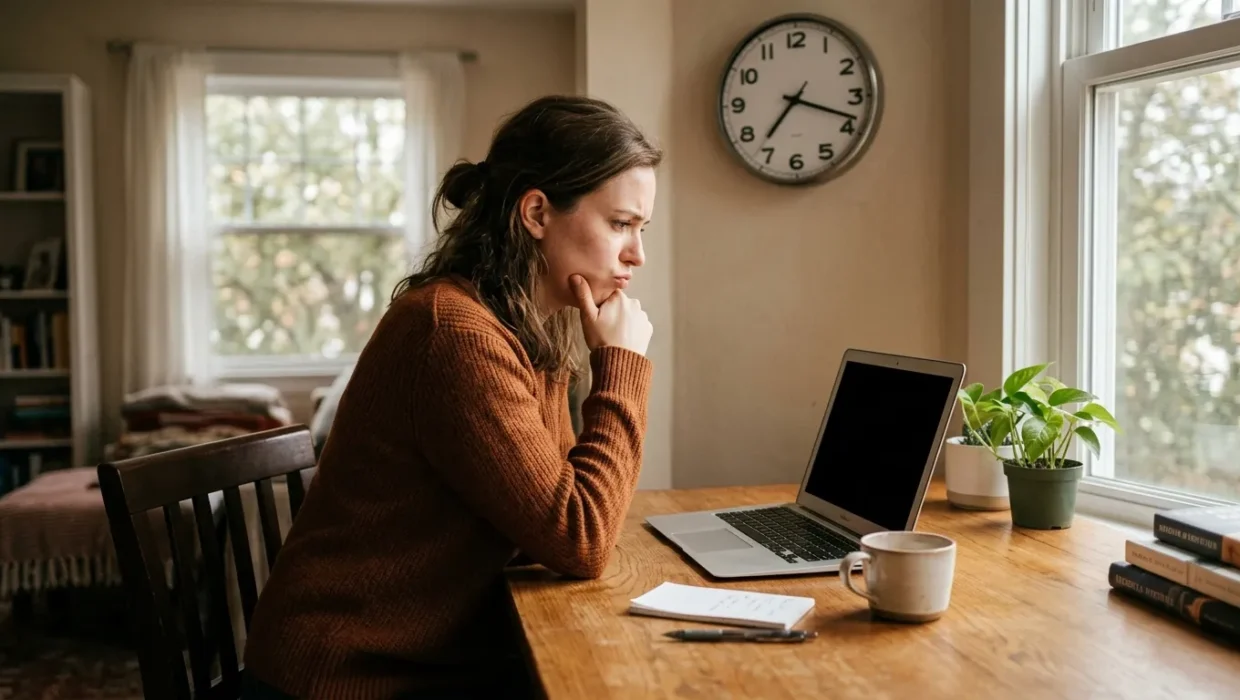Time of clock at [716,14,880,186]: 7:18
